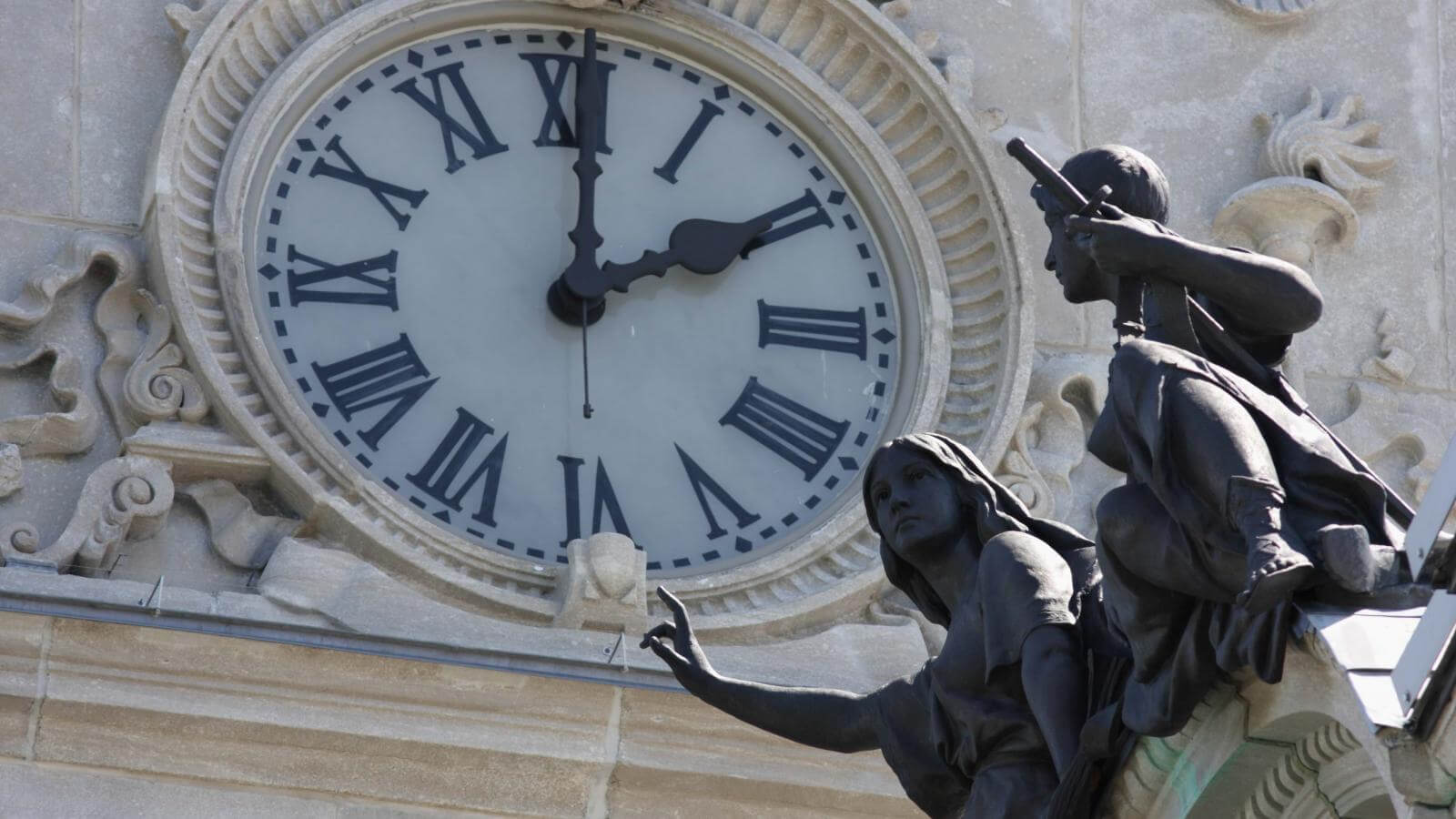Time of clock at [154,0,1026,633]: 2:00
